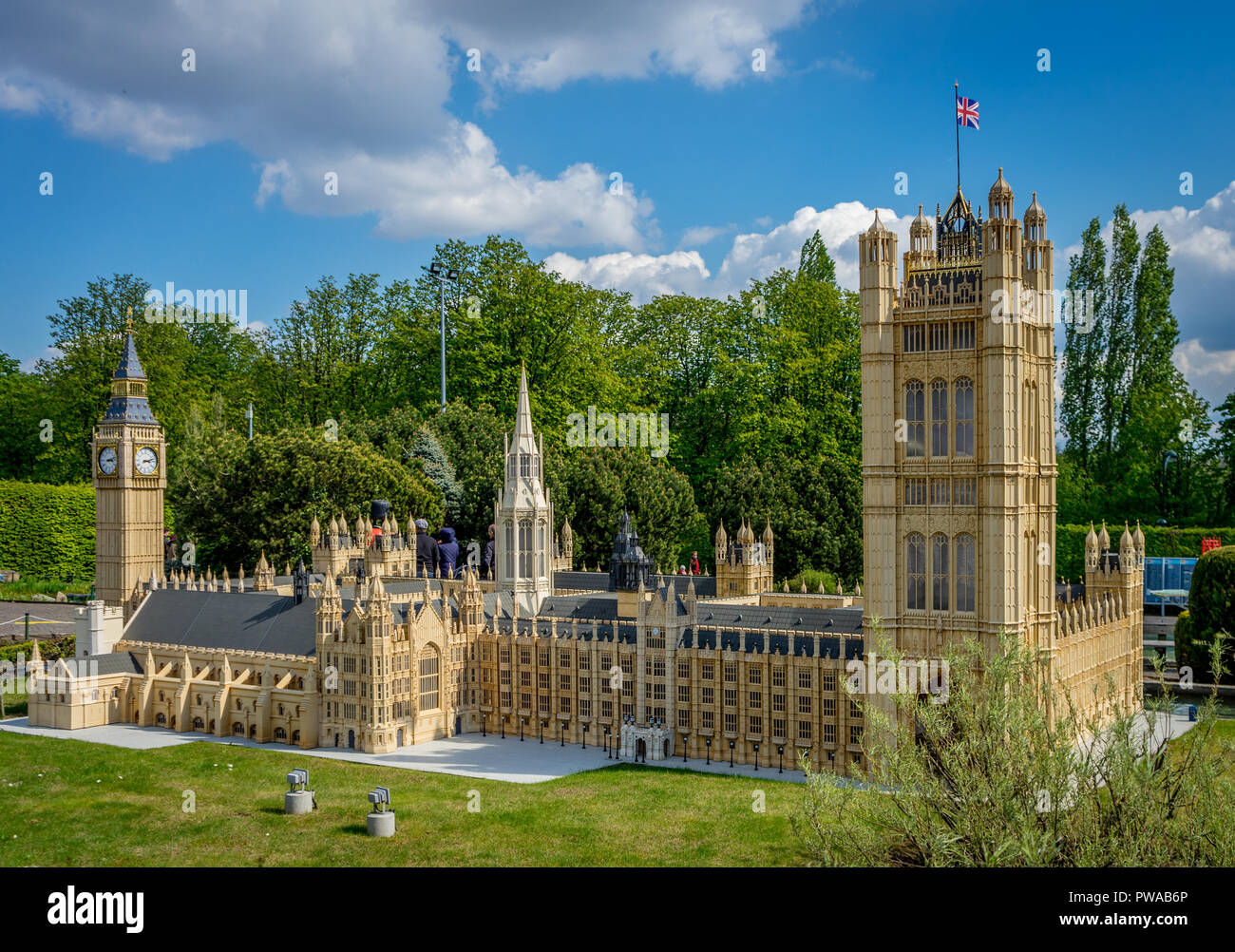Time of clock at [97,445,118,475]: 3:12
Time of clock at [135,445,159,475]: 3:12
